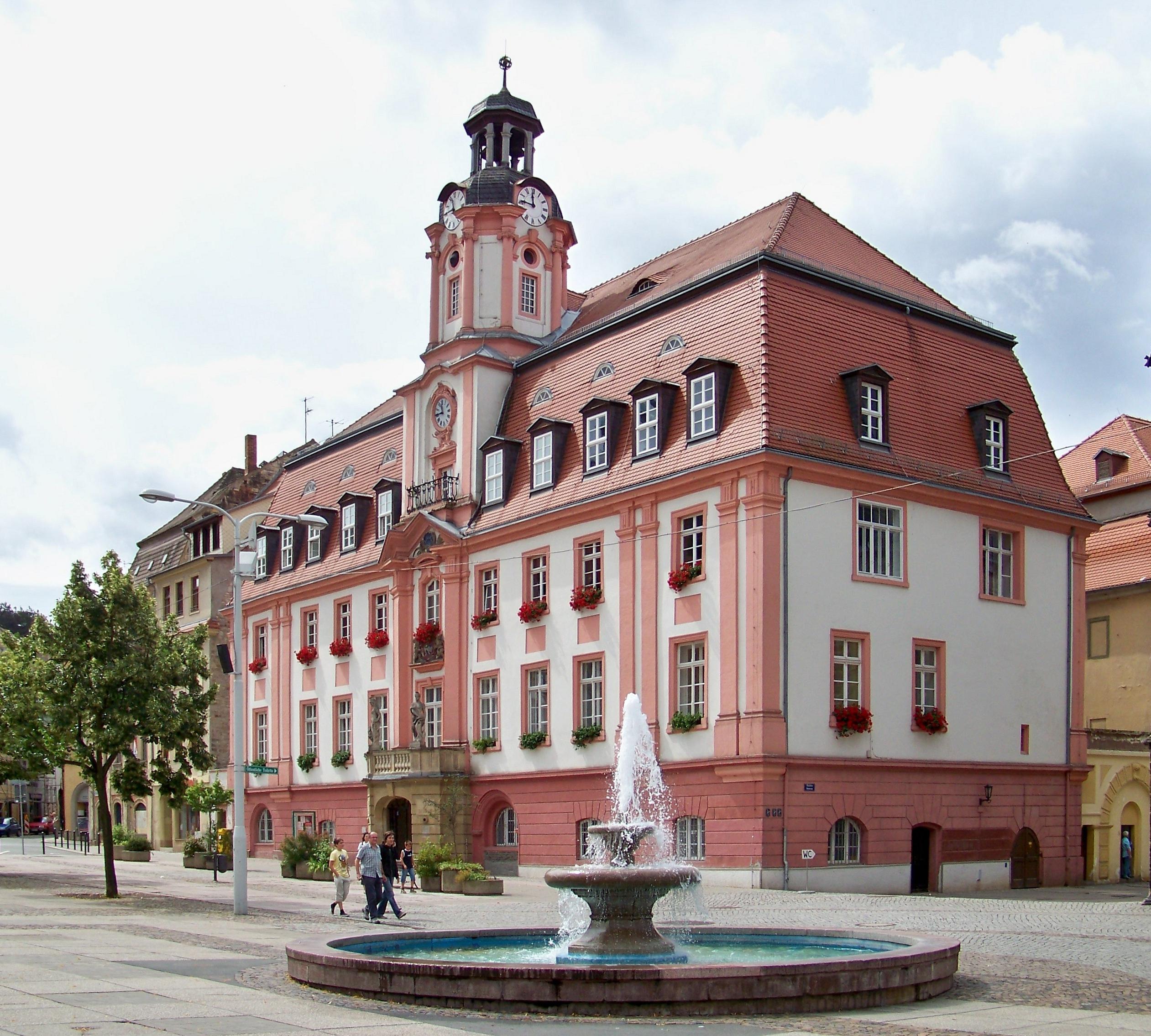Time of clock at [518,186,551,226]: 11:46
